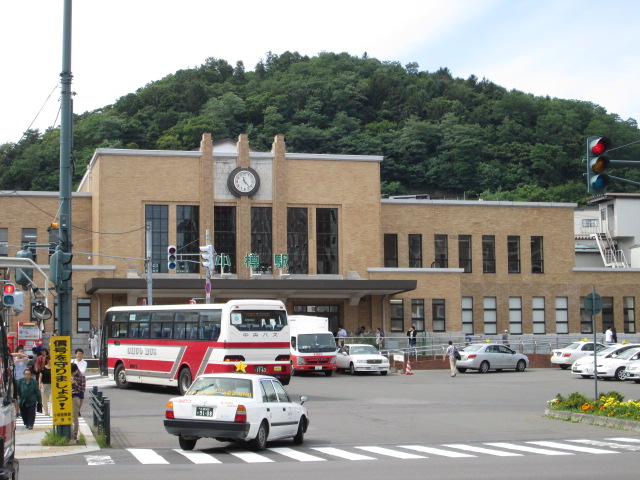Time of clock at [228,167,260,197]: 11:22
